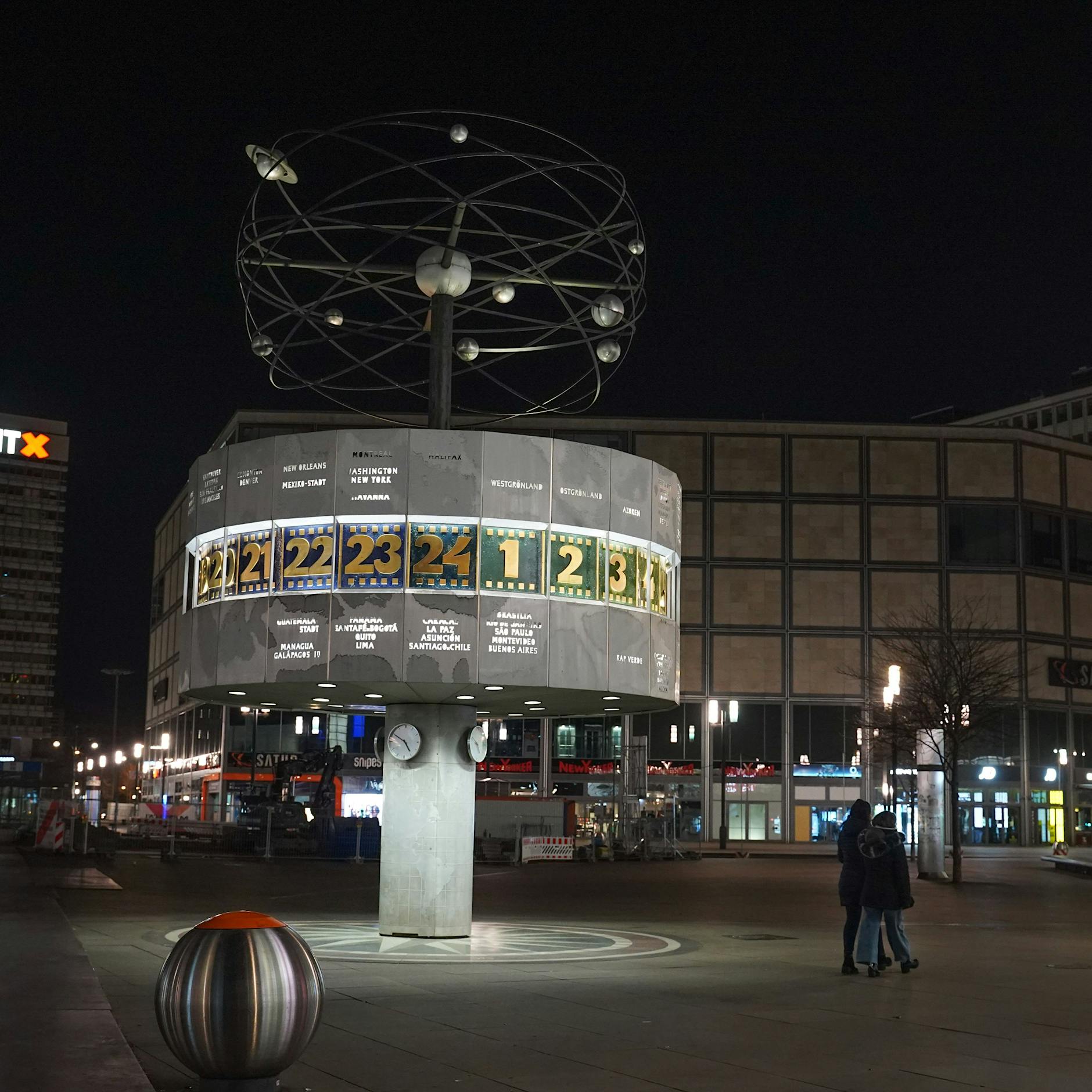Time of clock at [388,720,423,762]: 4:49
